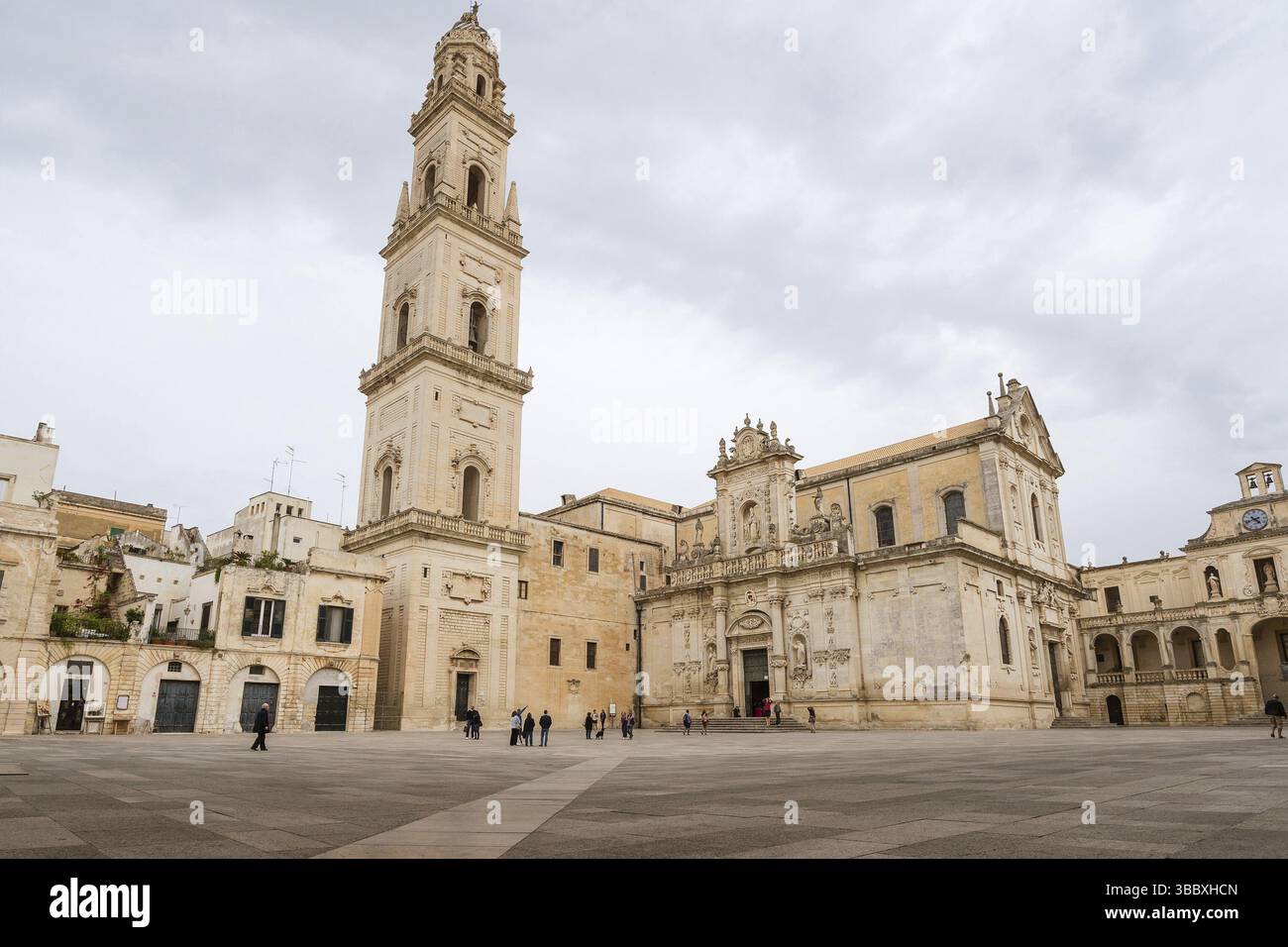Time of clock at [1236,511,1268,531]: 4:41
